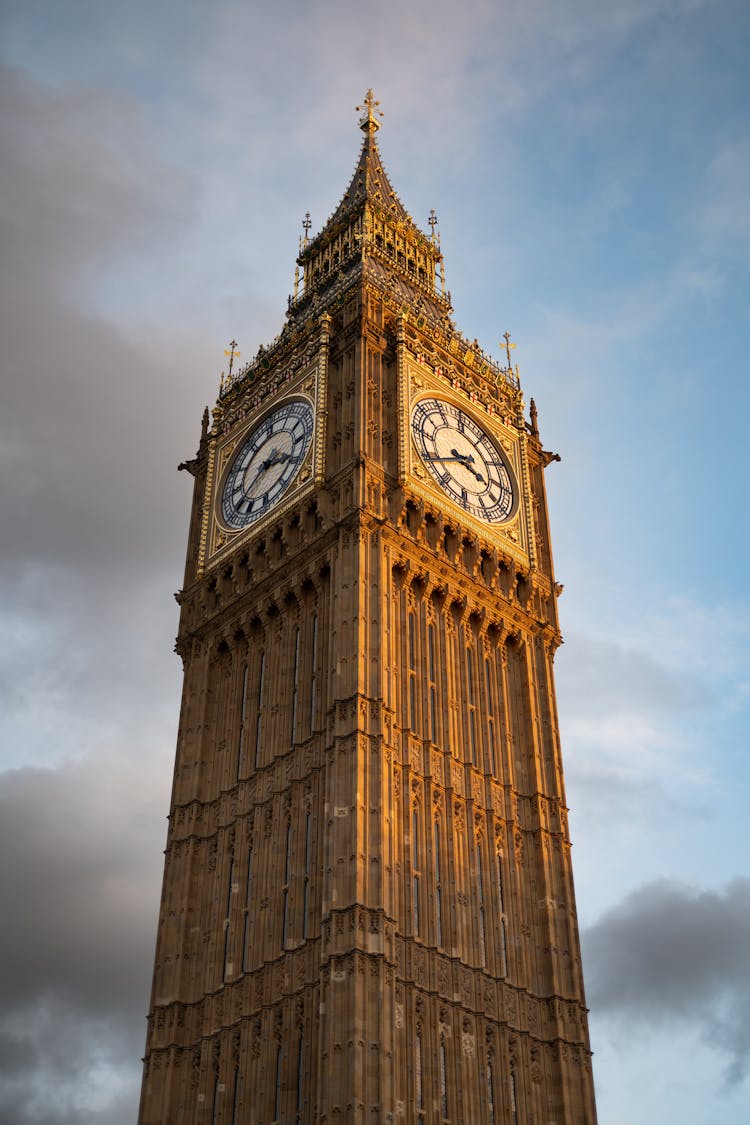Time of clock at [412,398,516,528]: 3:40
